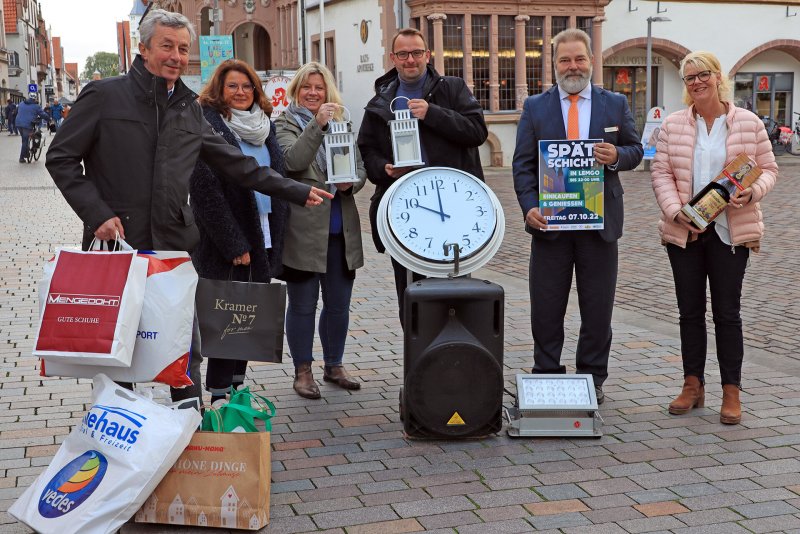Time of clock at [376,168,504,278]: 10:00
